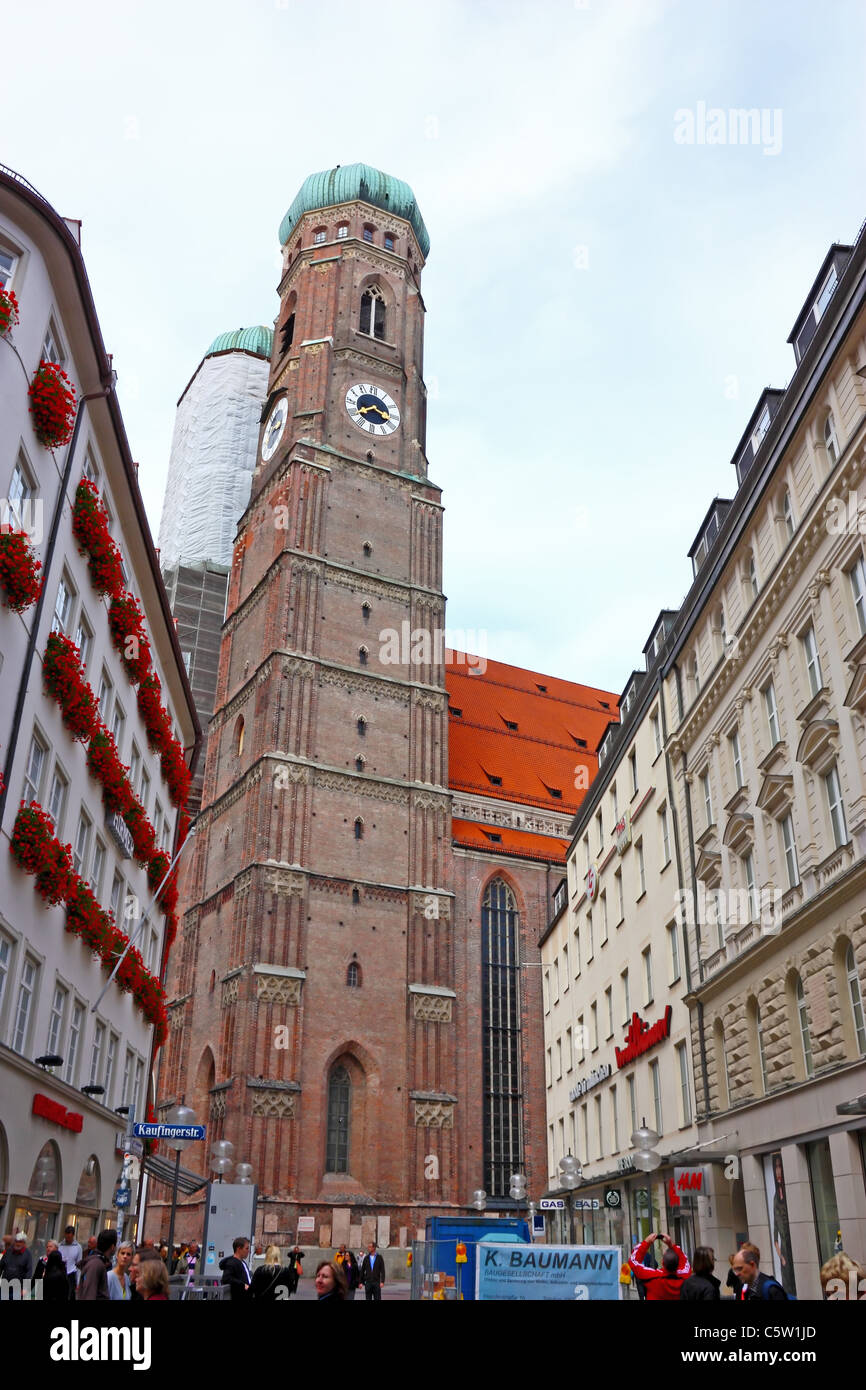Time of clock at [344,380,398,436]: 3:39
